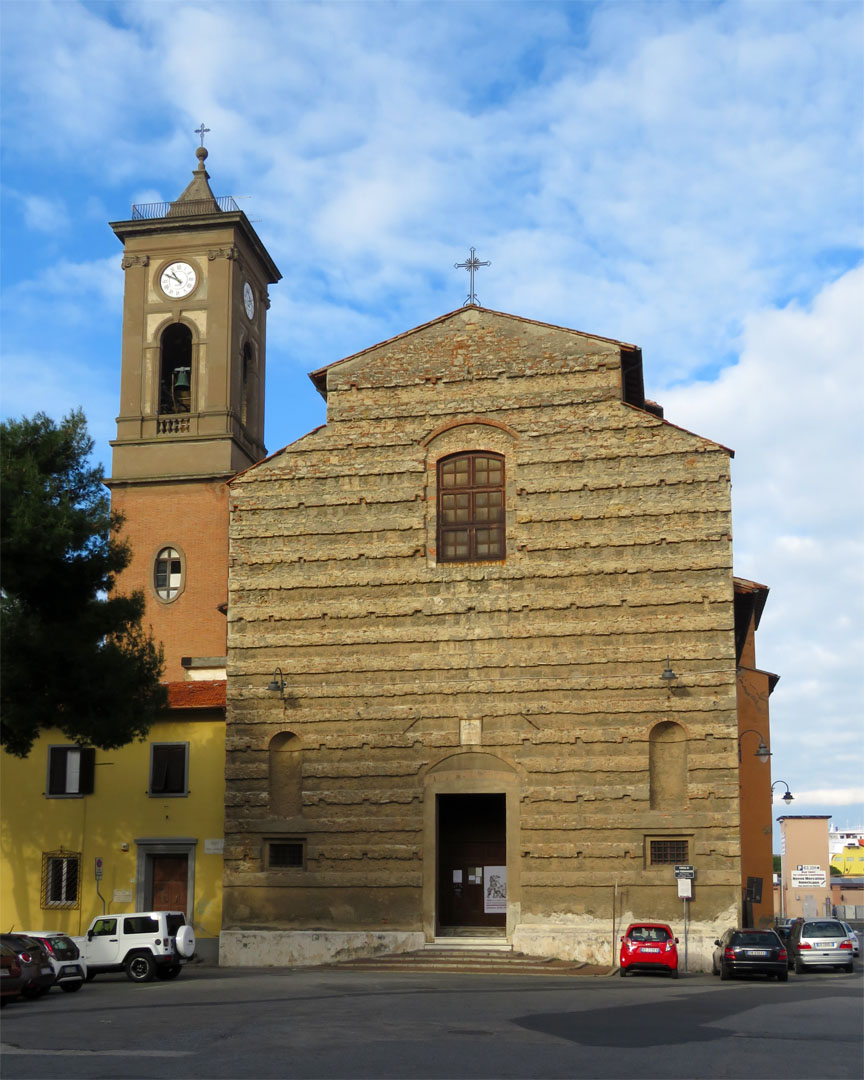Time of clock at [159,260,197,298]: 10:49
